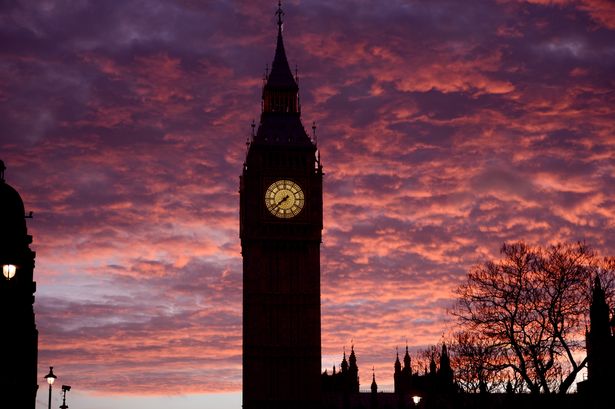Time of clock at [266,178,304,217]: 7:37
